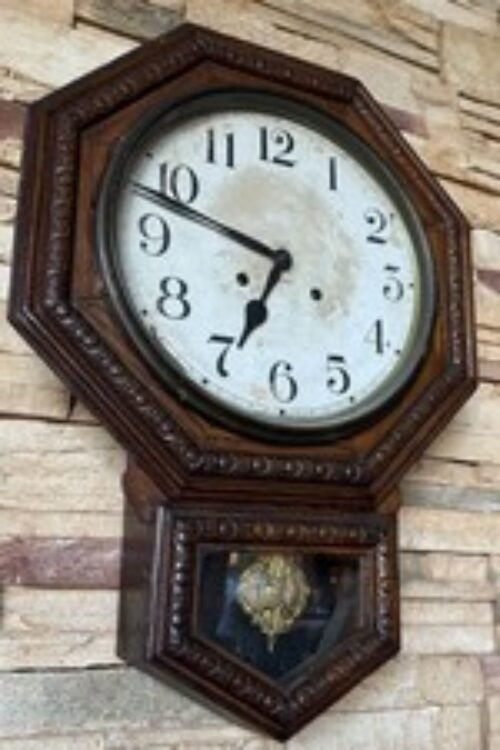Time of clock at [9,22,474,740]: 6:48
